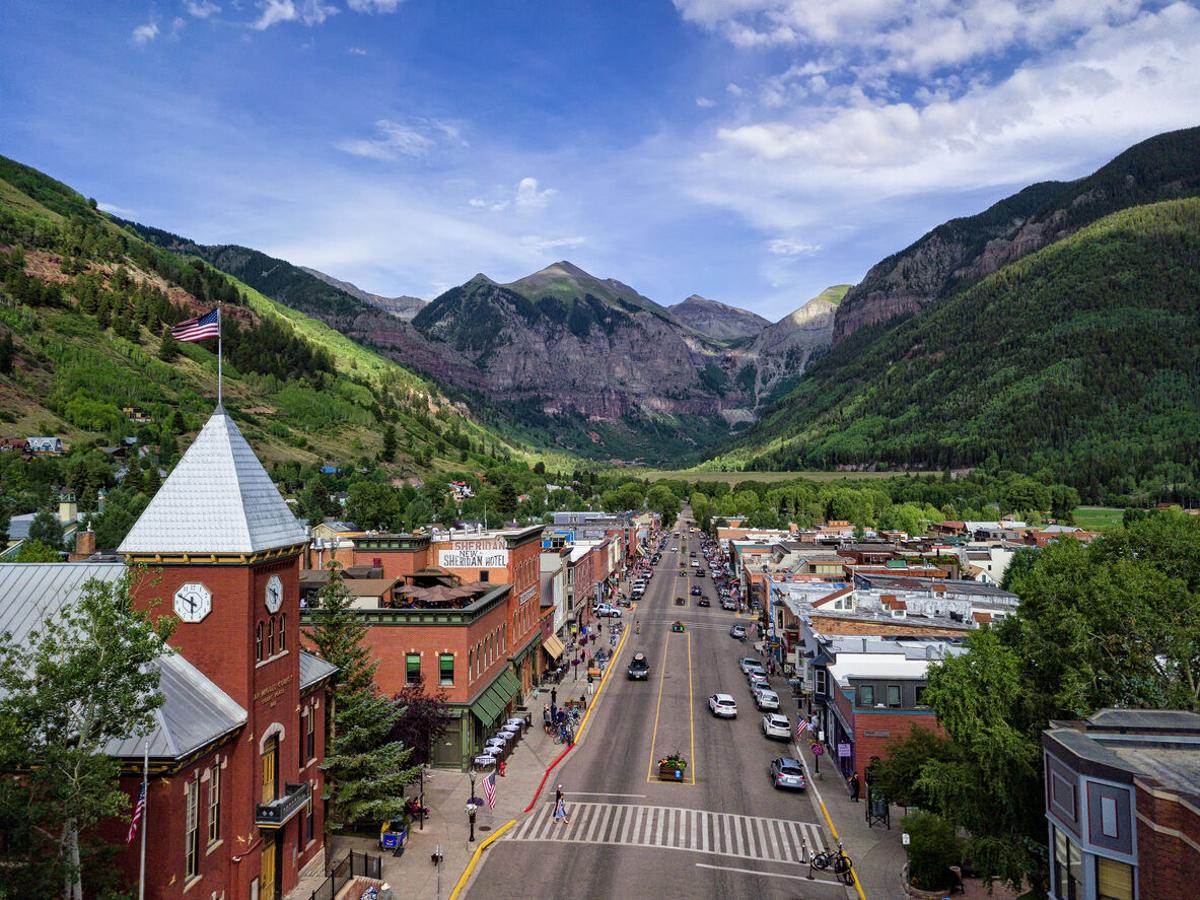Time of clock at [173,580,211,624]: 5:49
